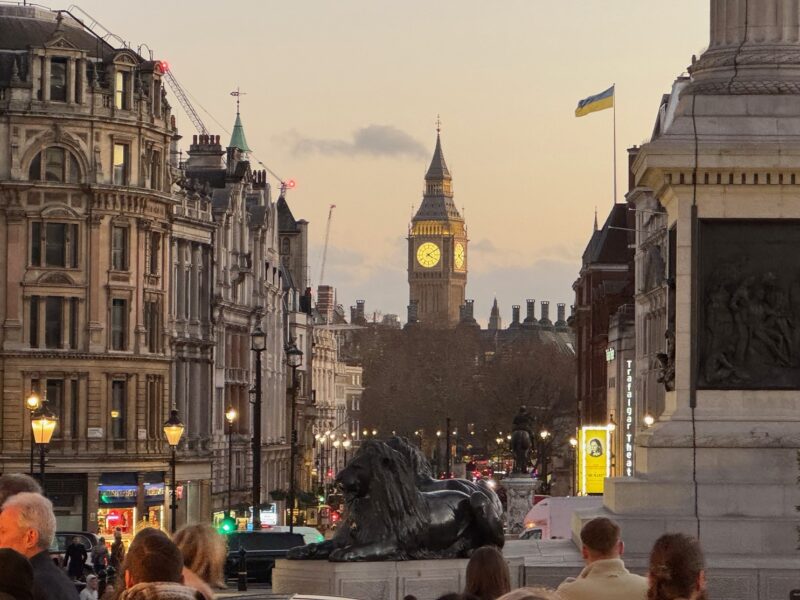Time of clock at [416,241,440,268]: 4:09
